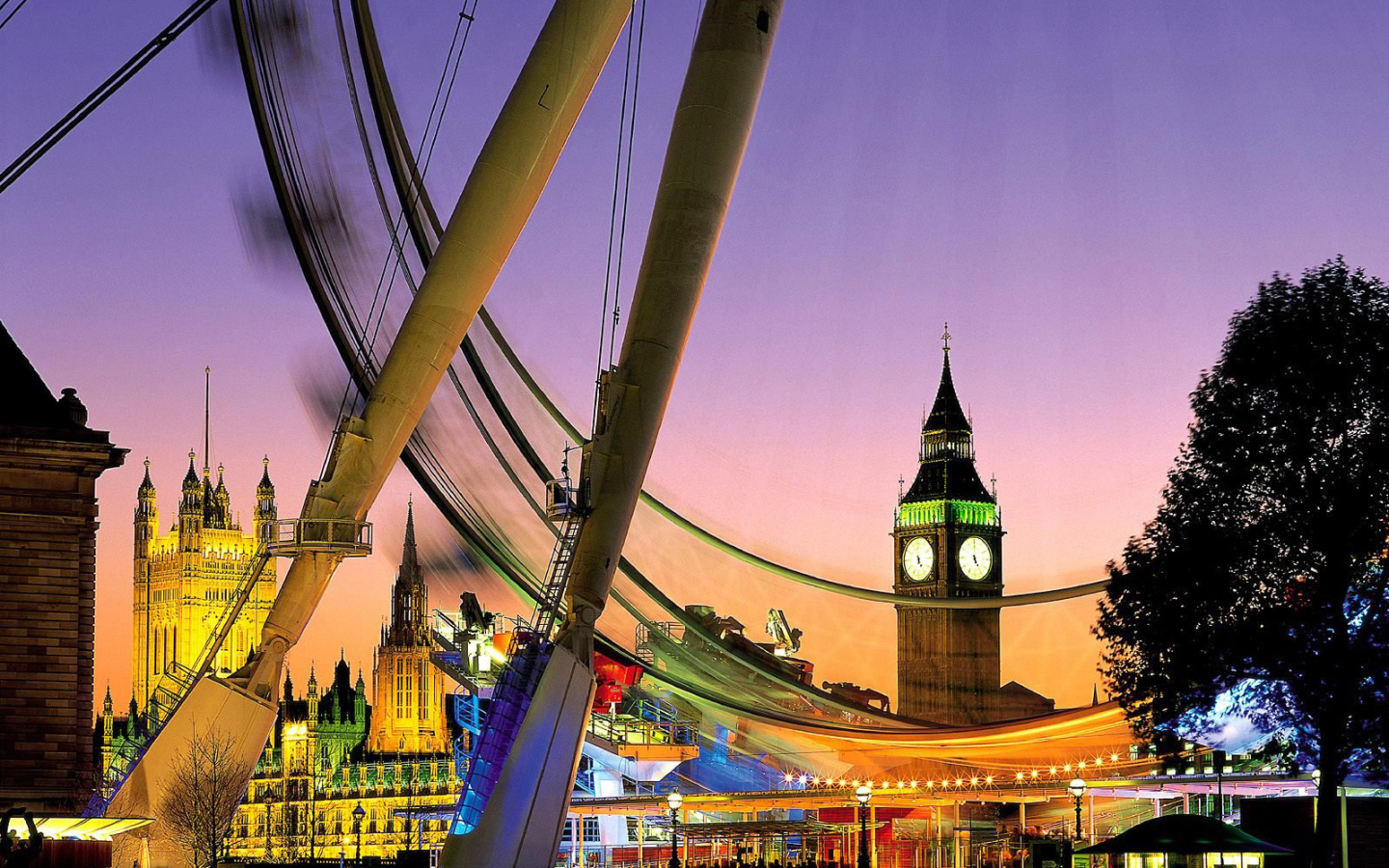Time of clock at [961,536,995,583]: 4:59
